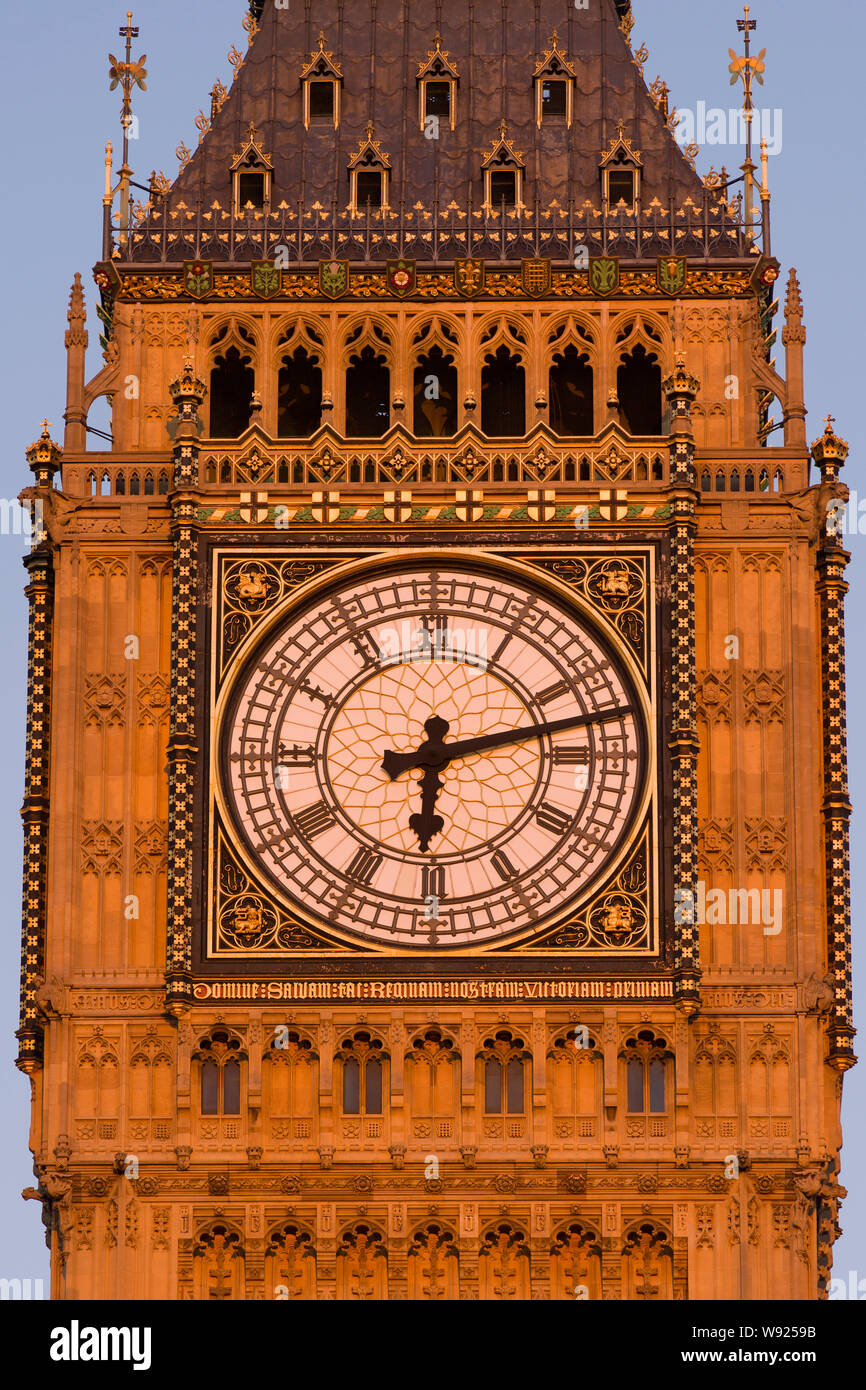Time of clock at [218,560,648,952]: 6:12
